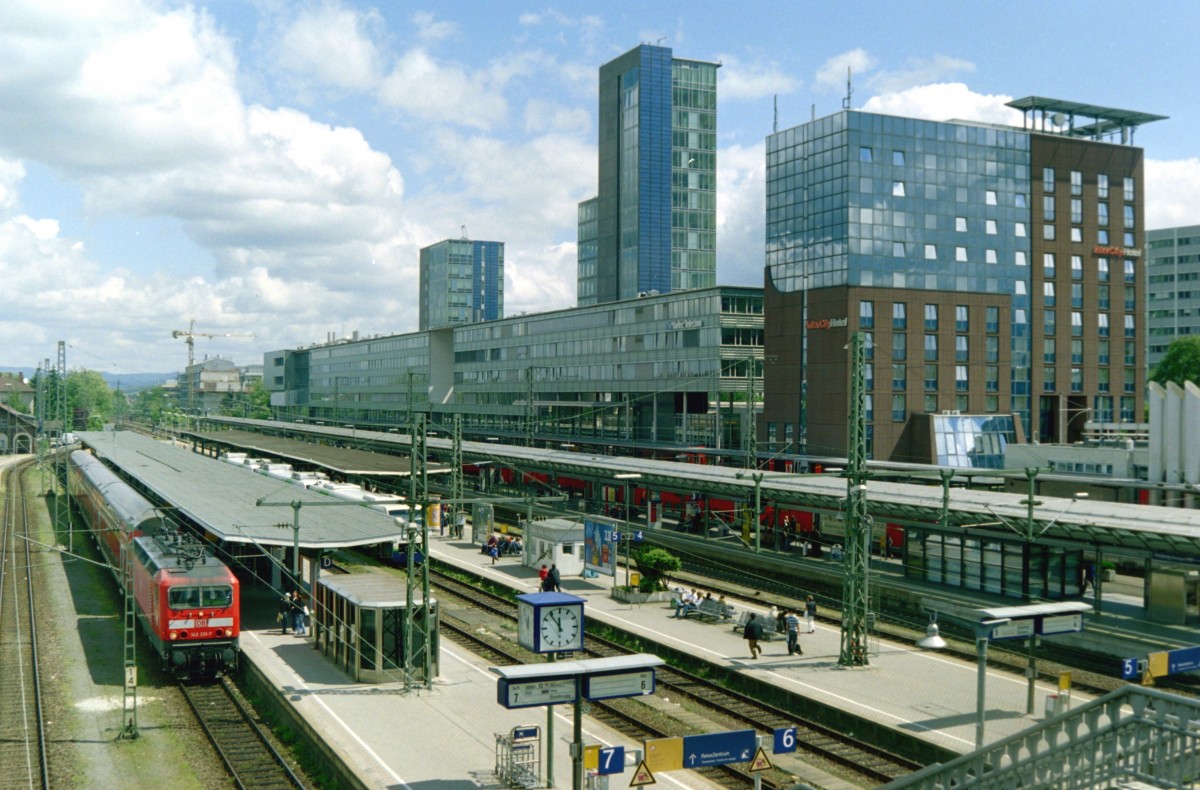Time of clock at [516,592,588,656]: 11:53
